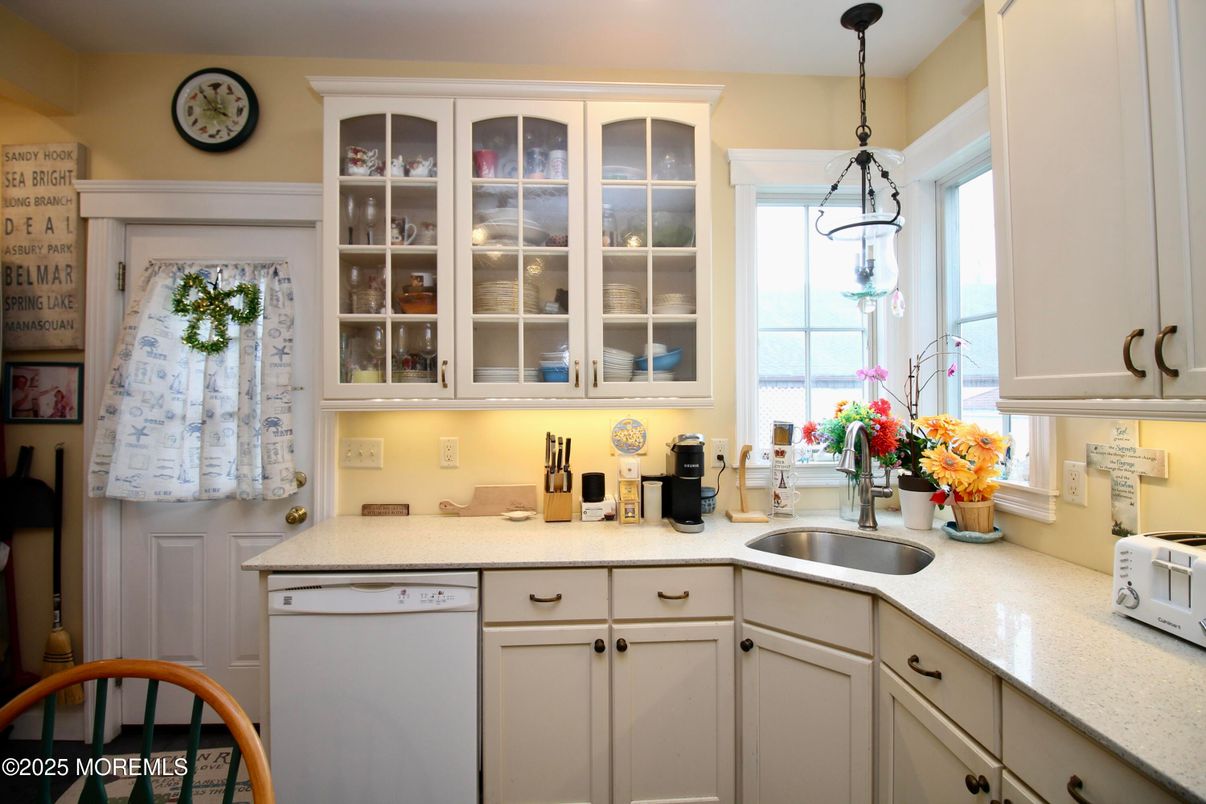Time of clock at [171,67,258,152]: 3:53
